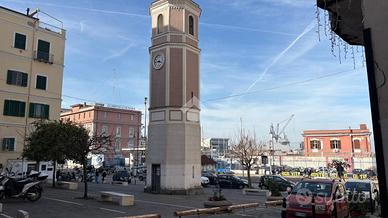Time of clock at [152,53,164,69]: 3:43
